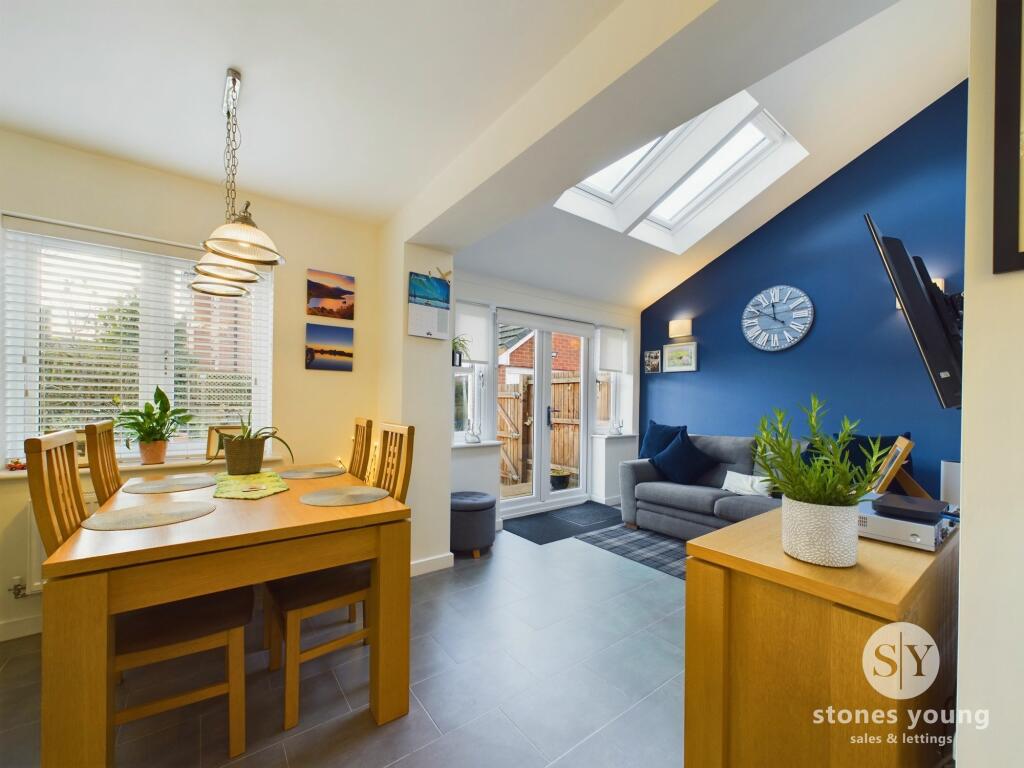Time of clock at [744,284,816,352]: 11:50
